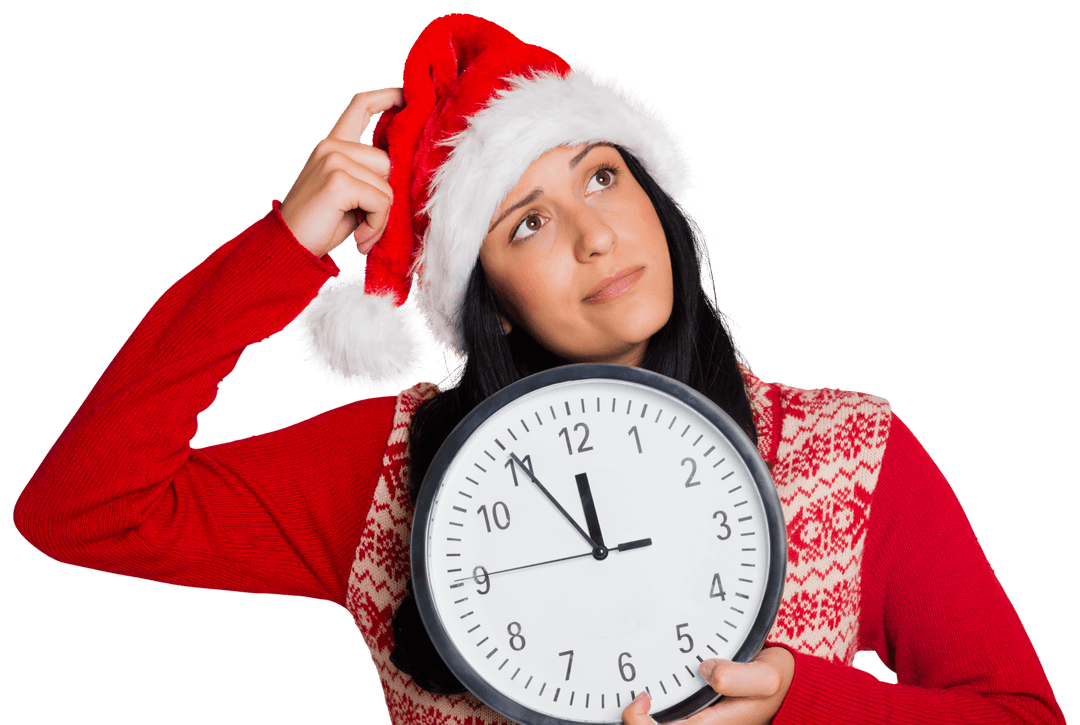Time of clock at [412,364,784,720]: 11:54
